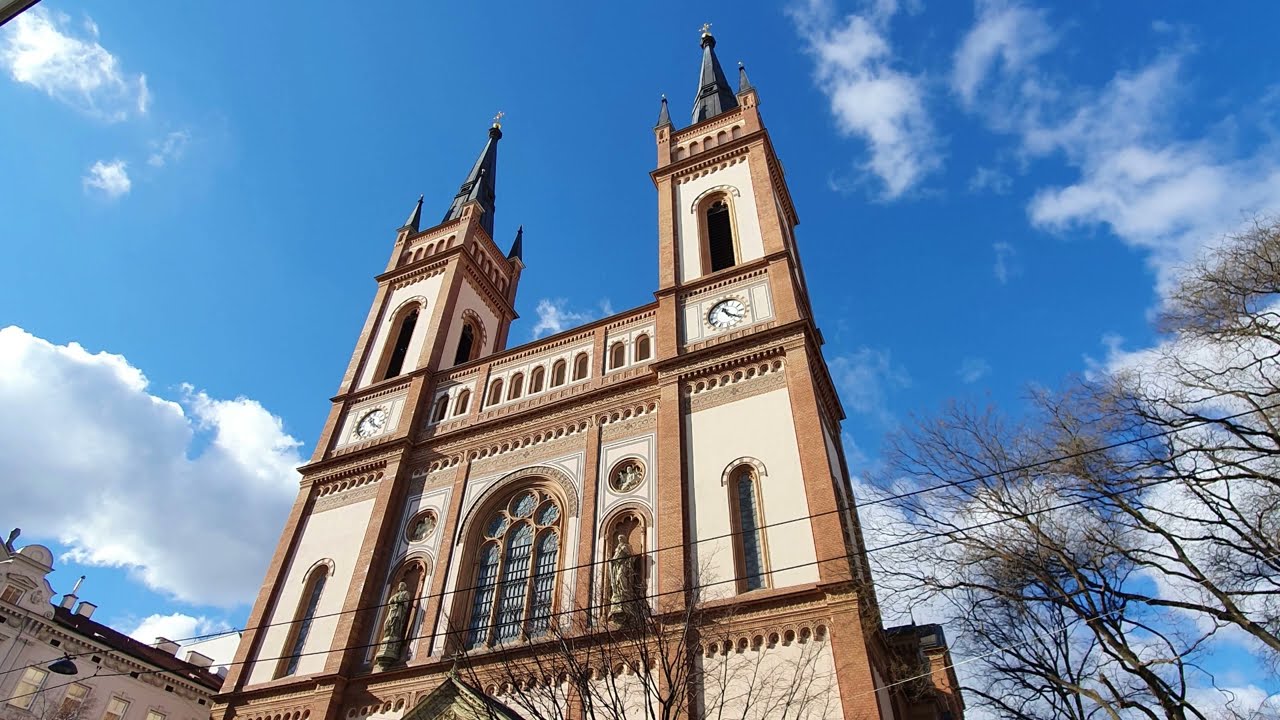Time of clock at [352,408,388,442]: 11:21
